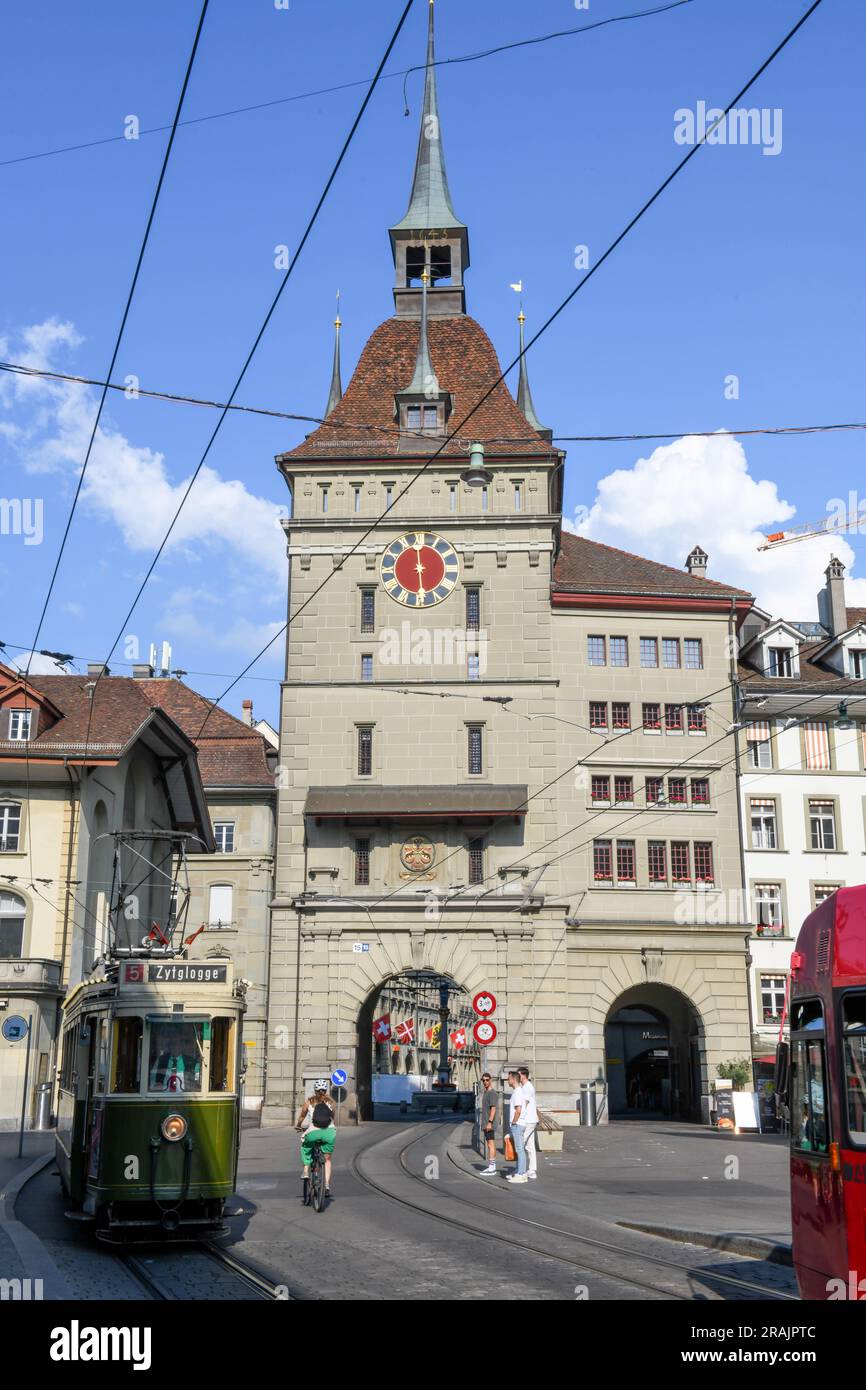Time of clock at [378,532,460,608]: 5:59
